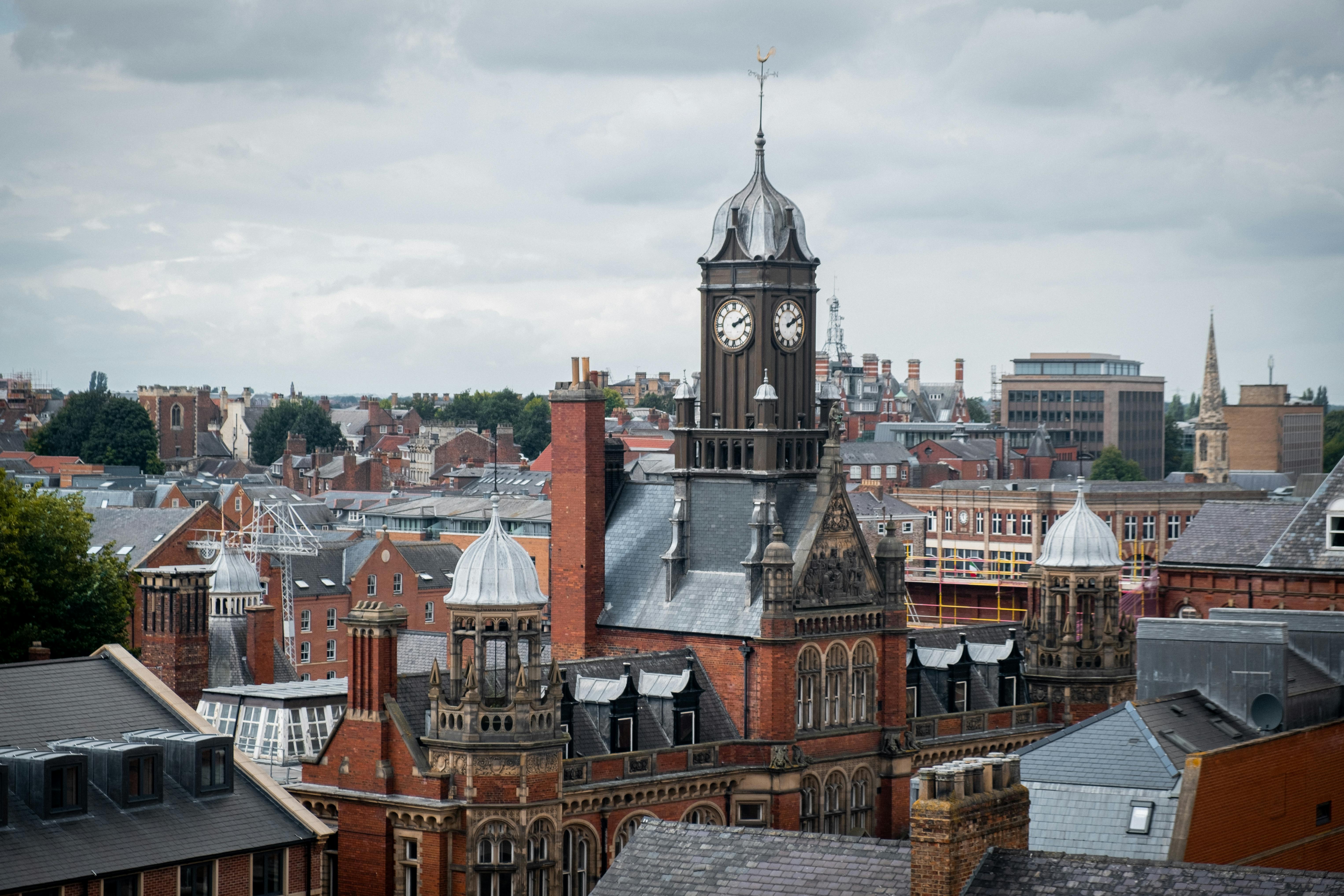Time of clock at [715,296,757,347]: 2:10
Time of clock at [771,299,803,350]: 2:11
